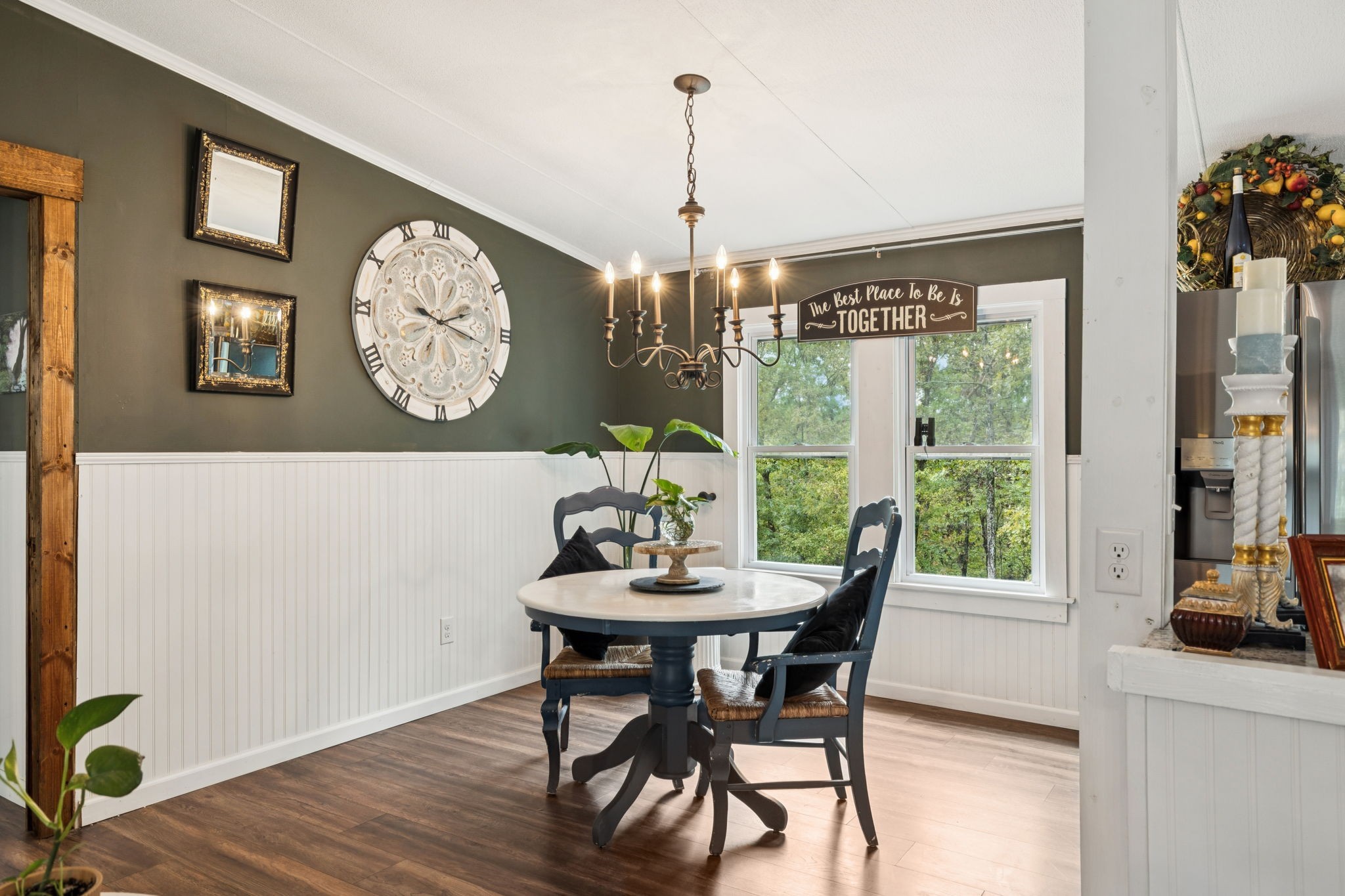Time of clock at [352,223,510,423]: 2:17
